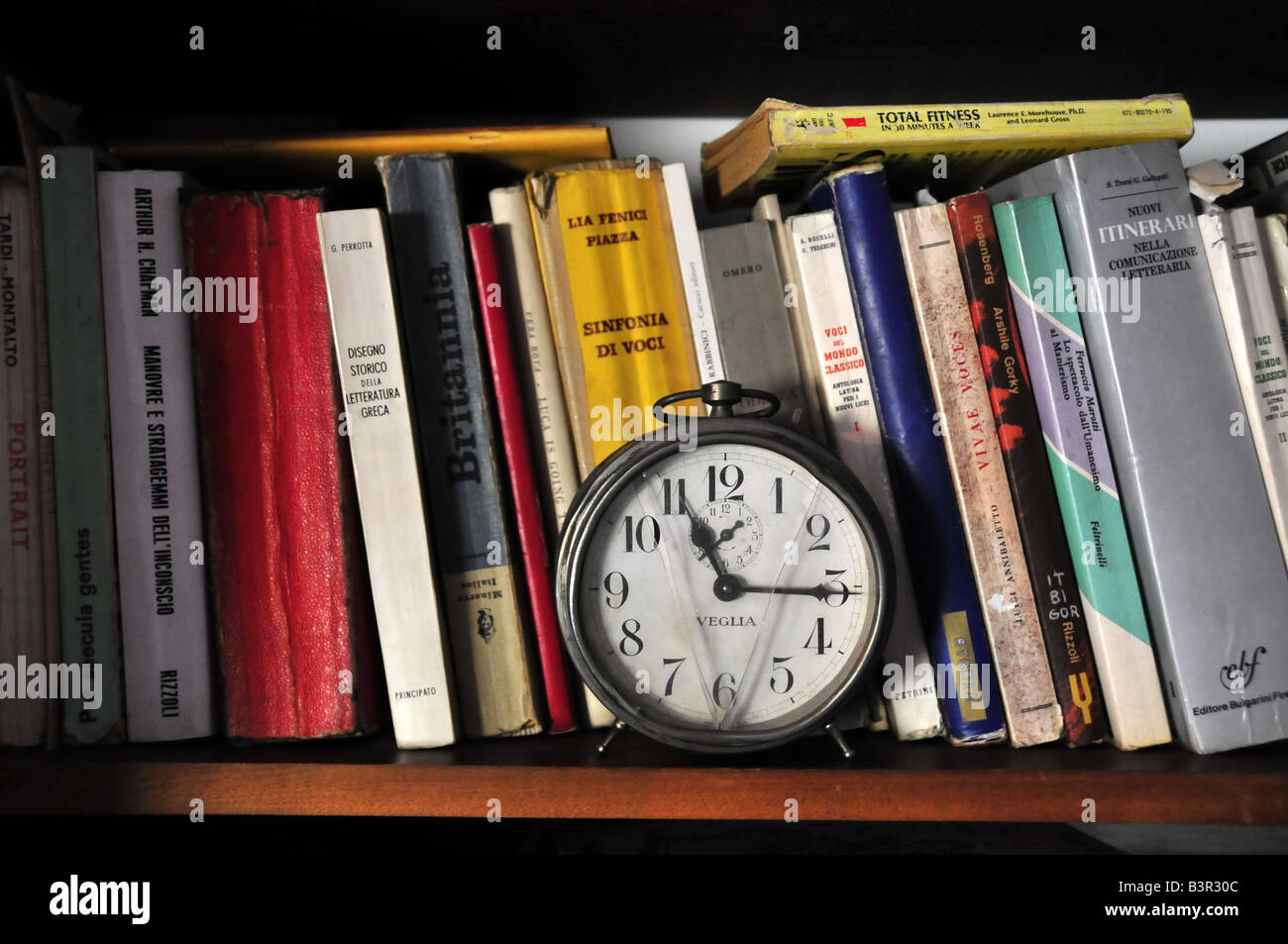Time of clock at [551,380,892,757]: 11:15
